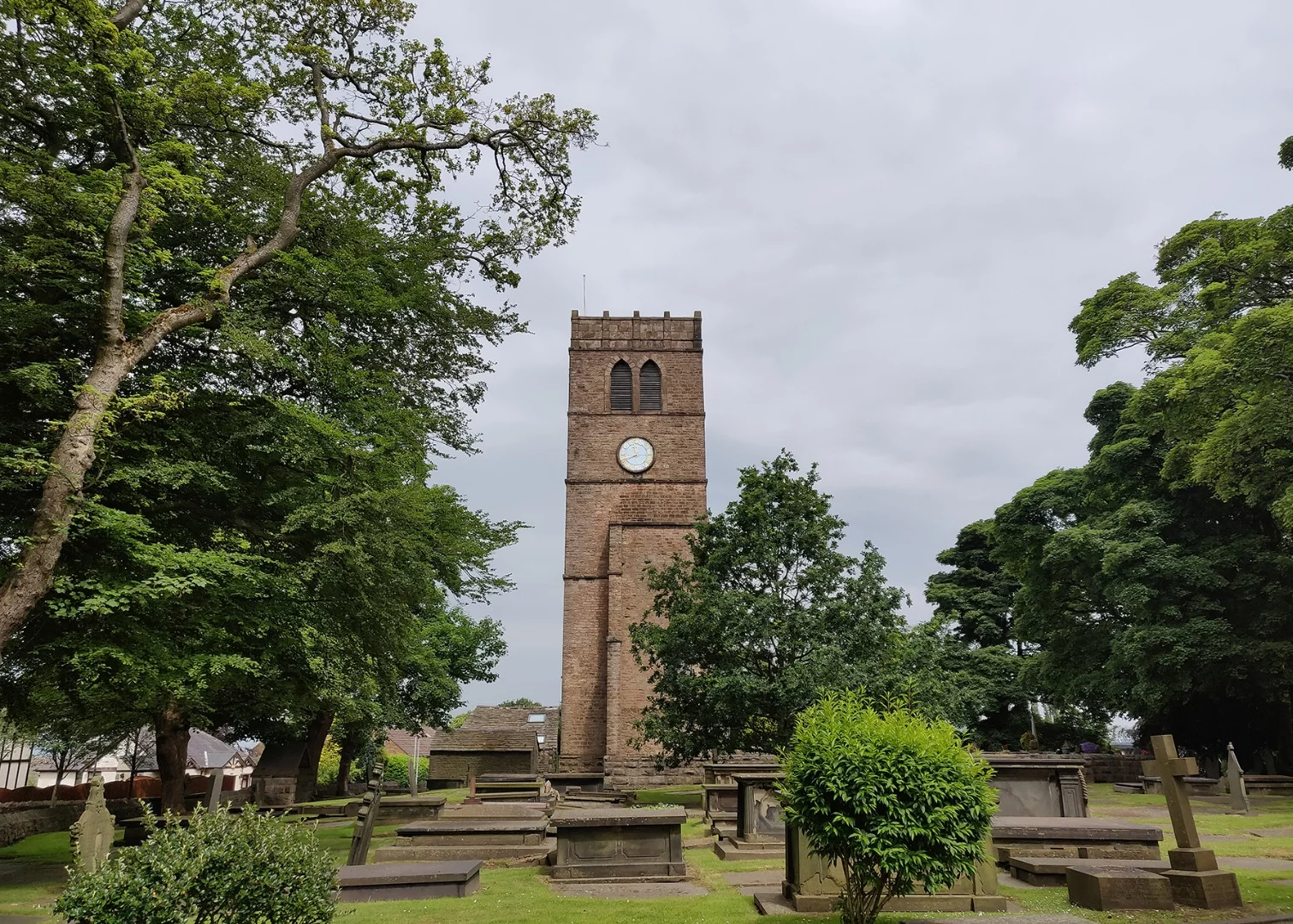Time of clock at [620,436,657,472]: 11:41
